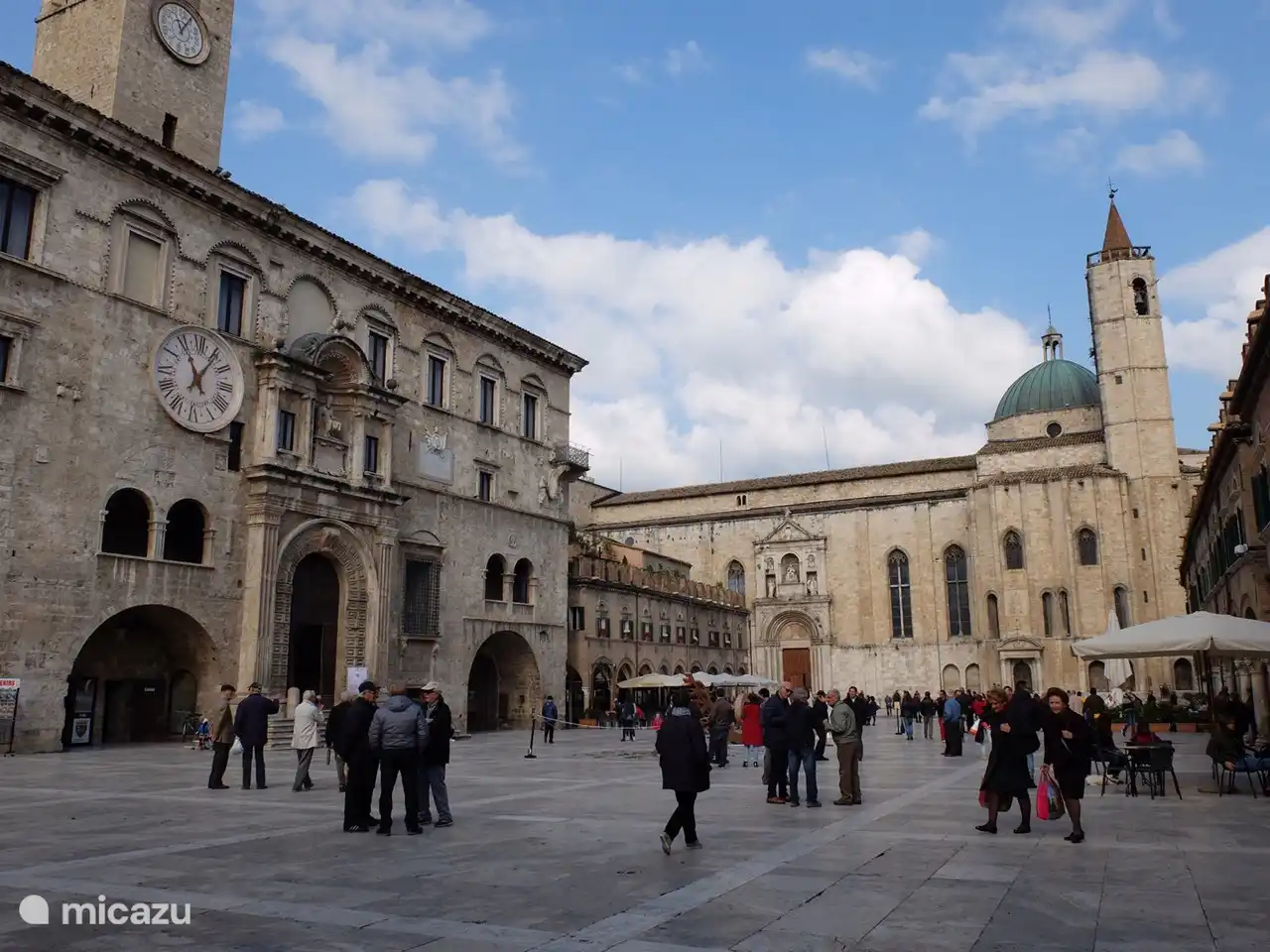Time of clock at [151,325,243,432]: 11:05
